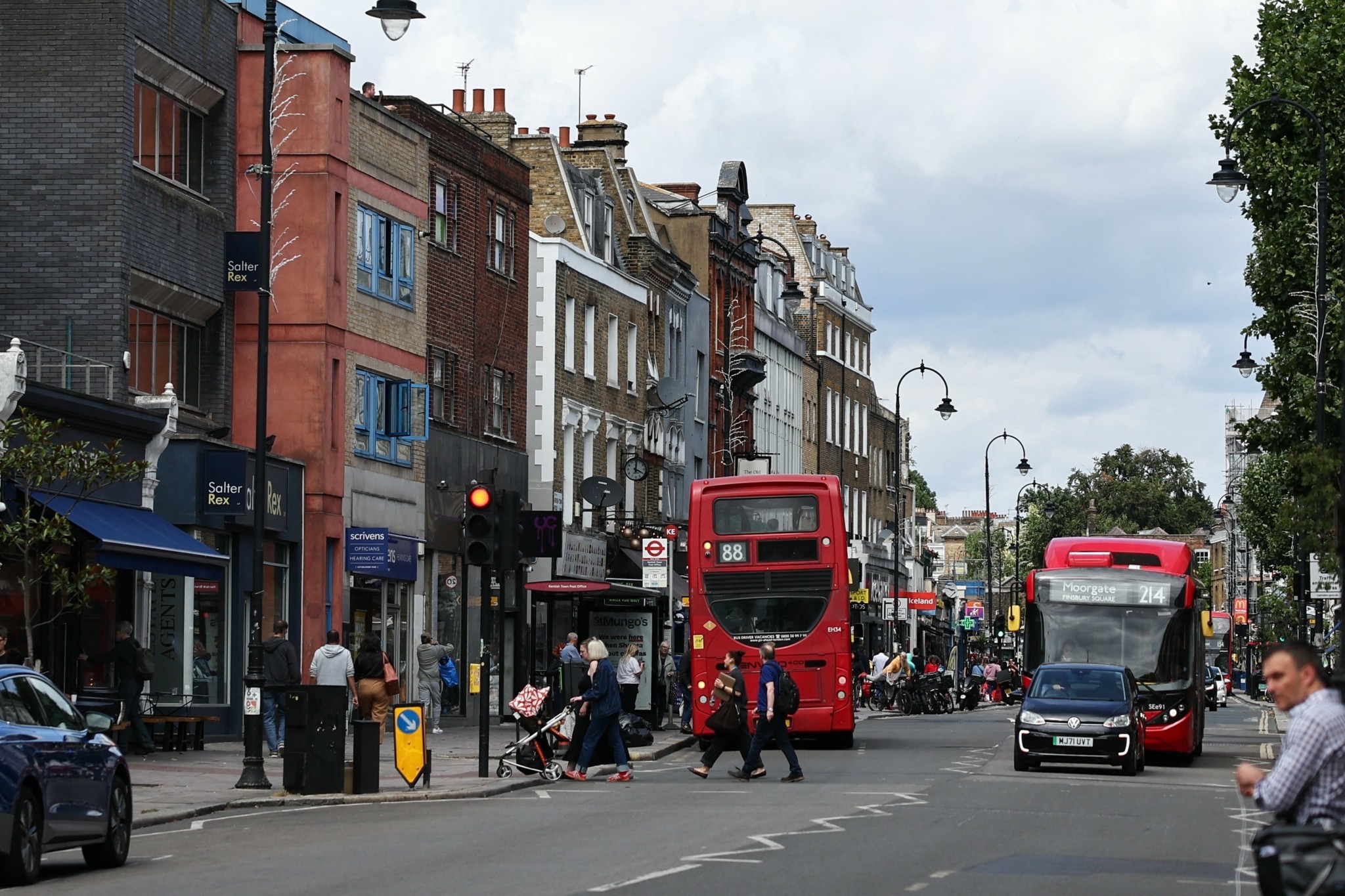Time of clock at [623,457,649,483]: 4:01
